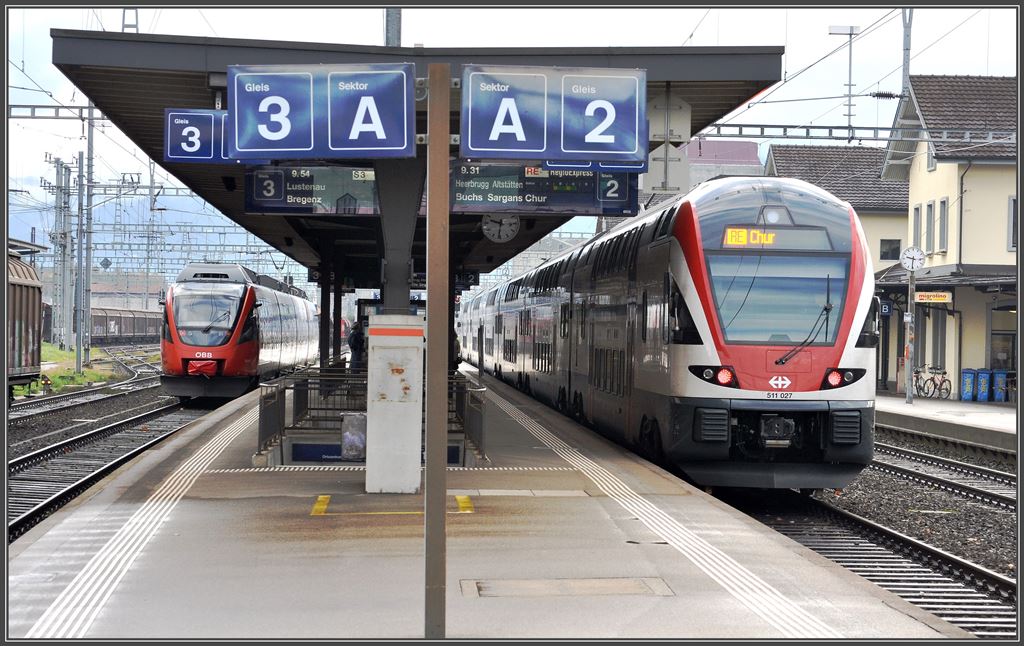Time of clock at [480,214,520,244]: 9:31
